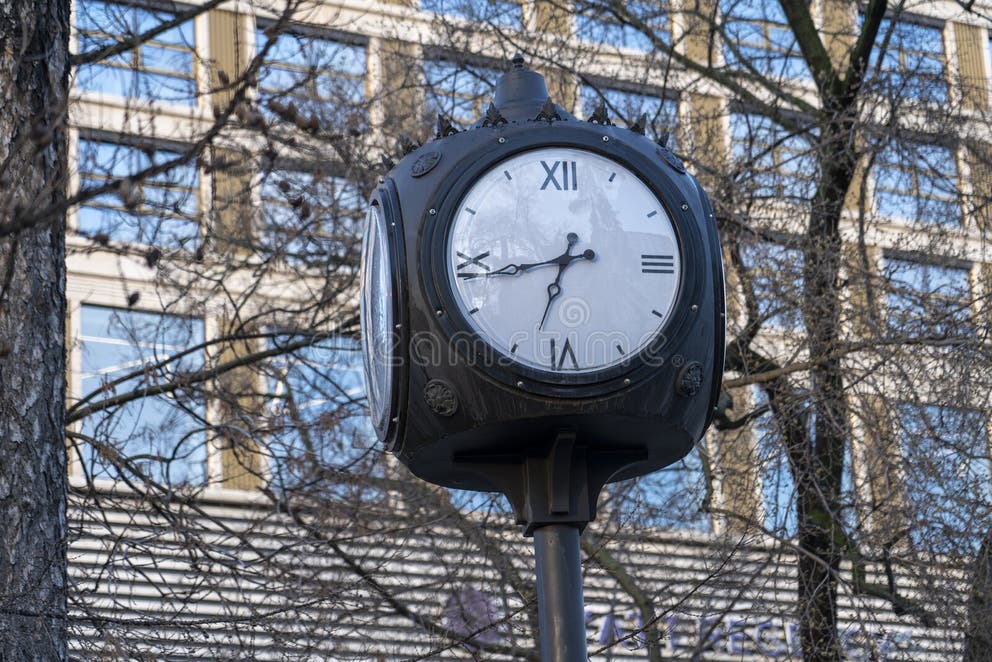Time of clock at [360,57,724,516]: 6:43
